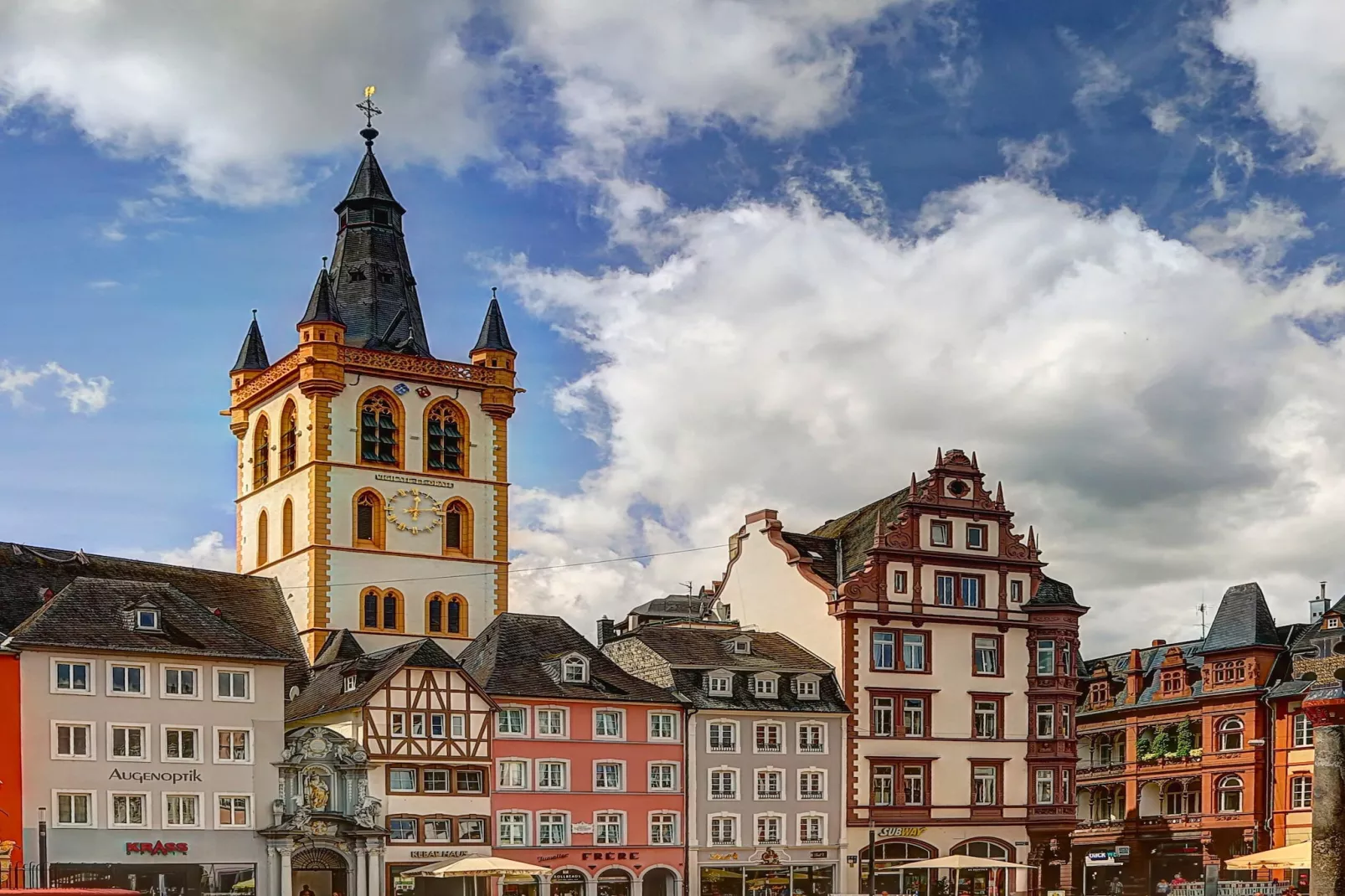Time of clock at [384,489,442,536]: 12:13
